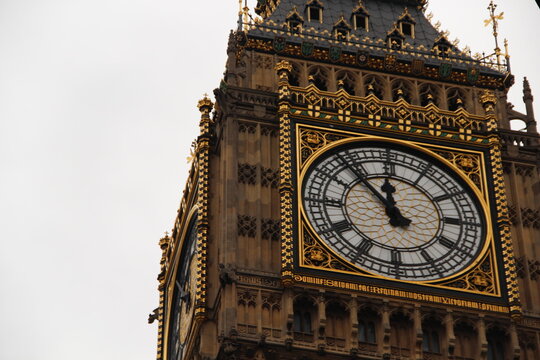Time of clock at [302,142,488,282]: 11:52
